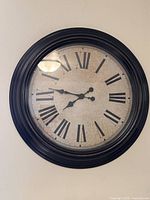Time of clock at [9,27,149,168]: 7:46
